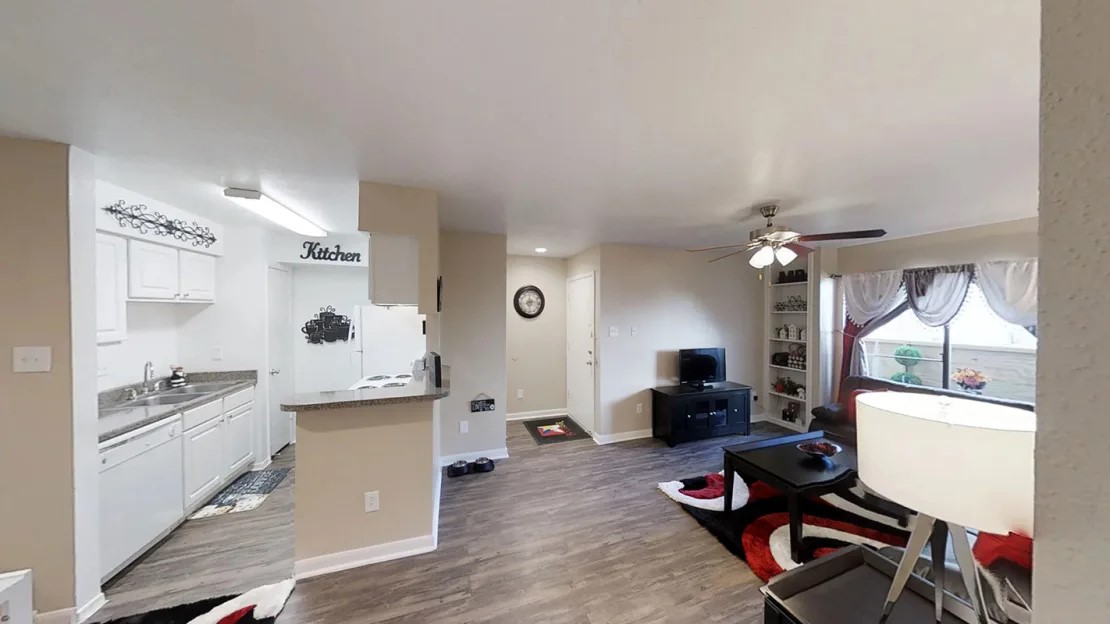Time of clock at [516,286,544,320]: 6:13
